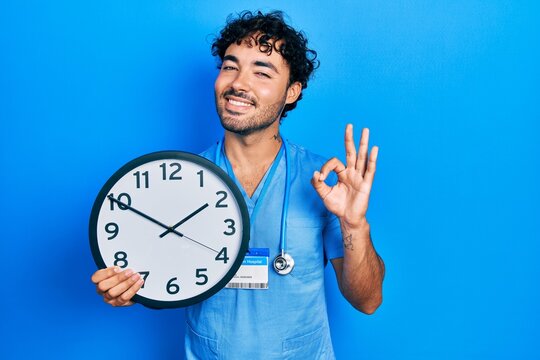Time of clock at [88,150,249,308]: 1:50
